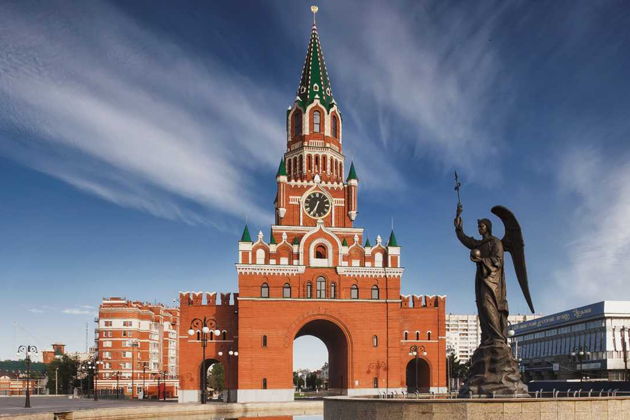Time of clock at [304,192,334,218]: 6:34
